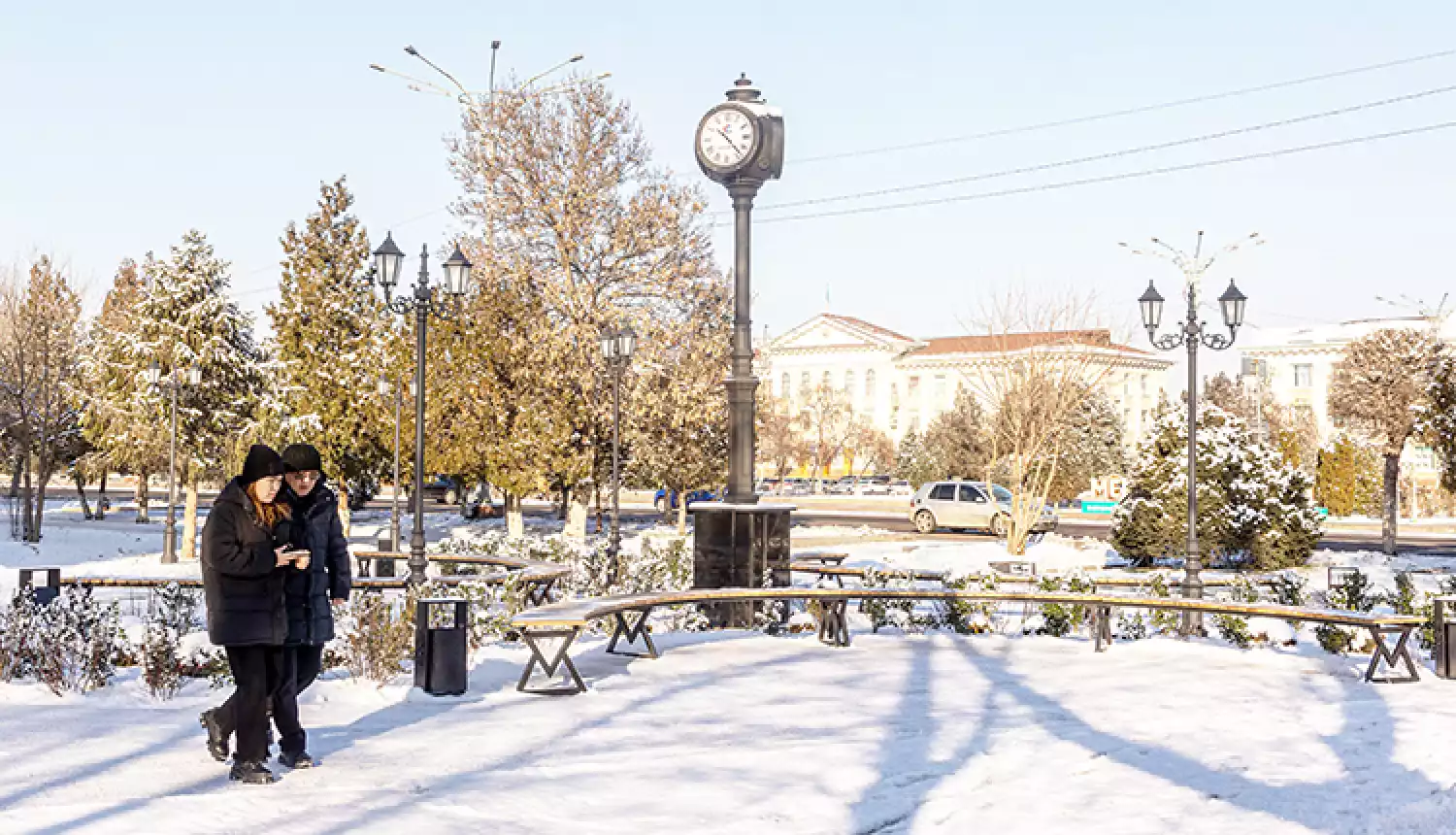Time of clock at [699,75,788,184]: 10:22
